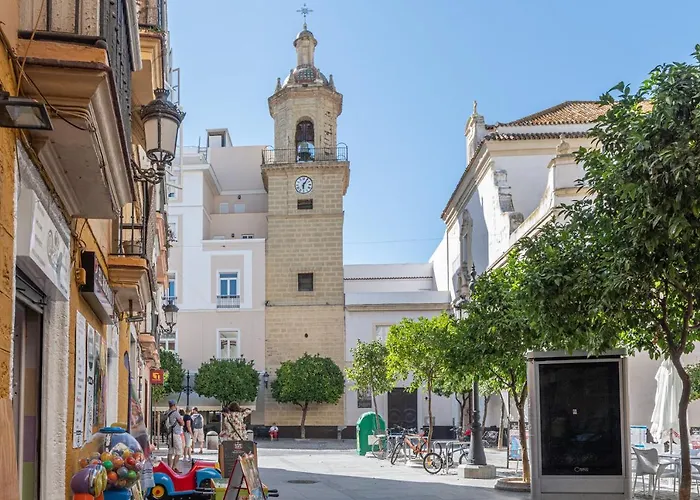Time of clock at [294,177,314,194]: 6:05
